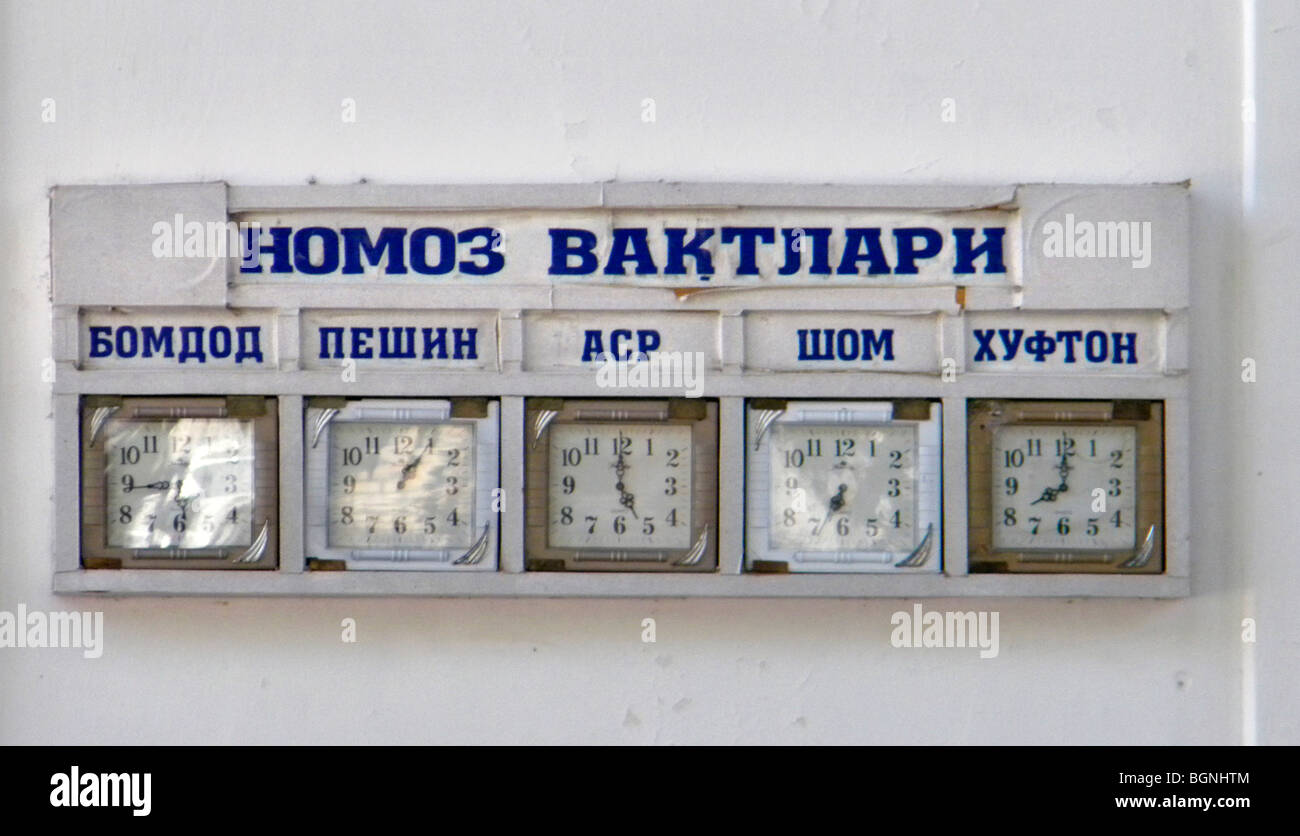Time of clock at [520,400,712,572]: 5:00
